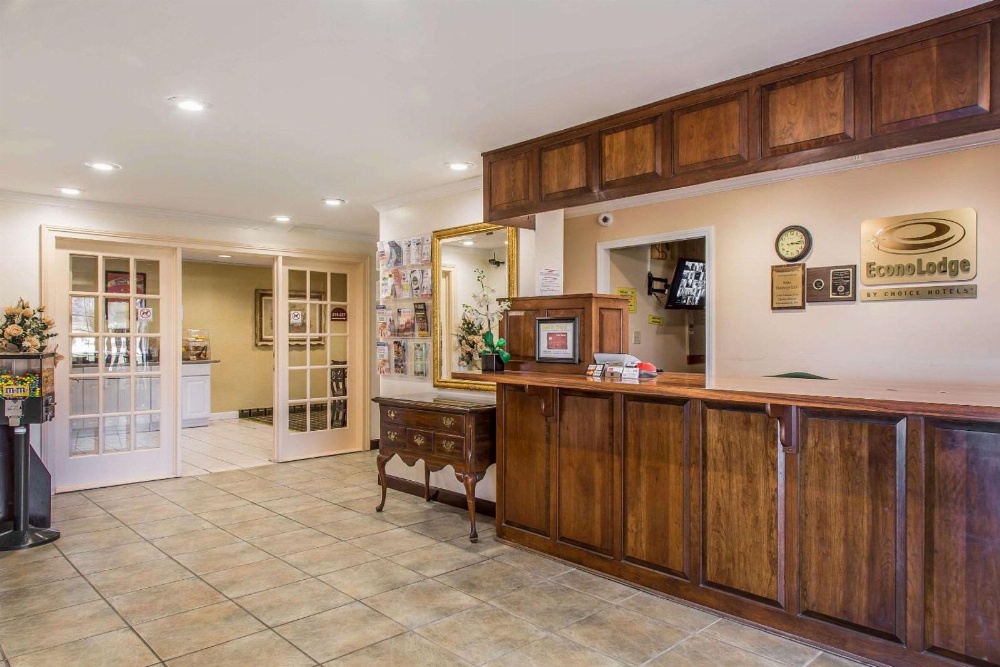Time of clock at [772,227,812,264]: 3:13
